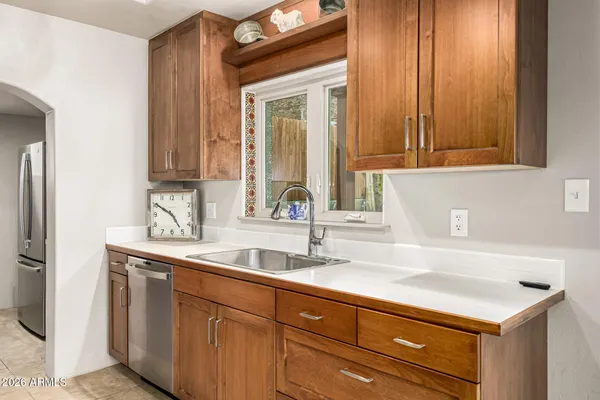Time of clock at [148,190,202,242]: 4:50
